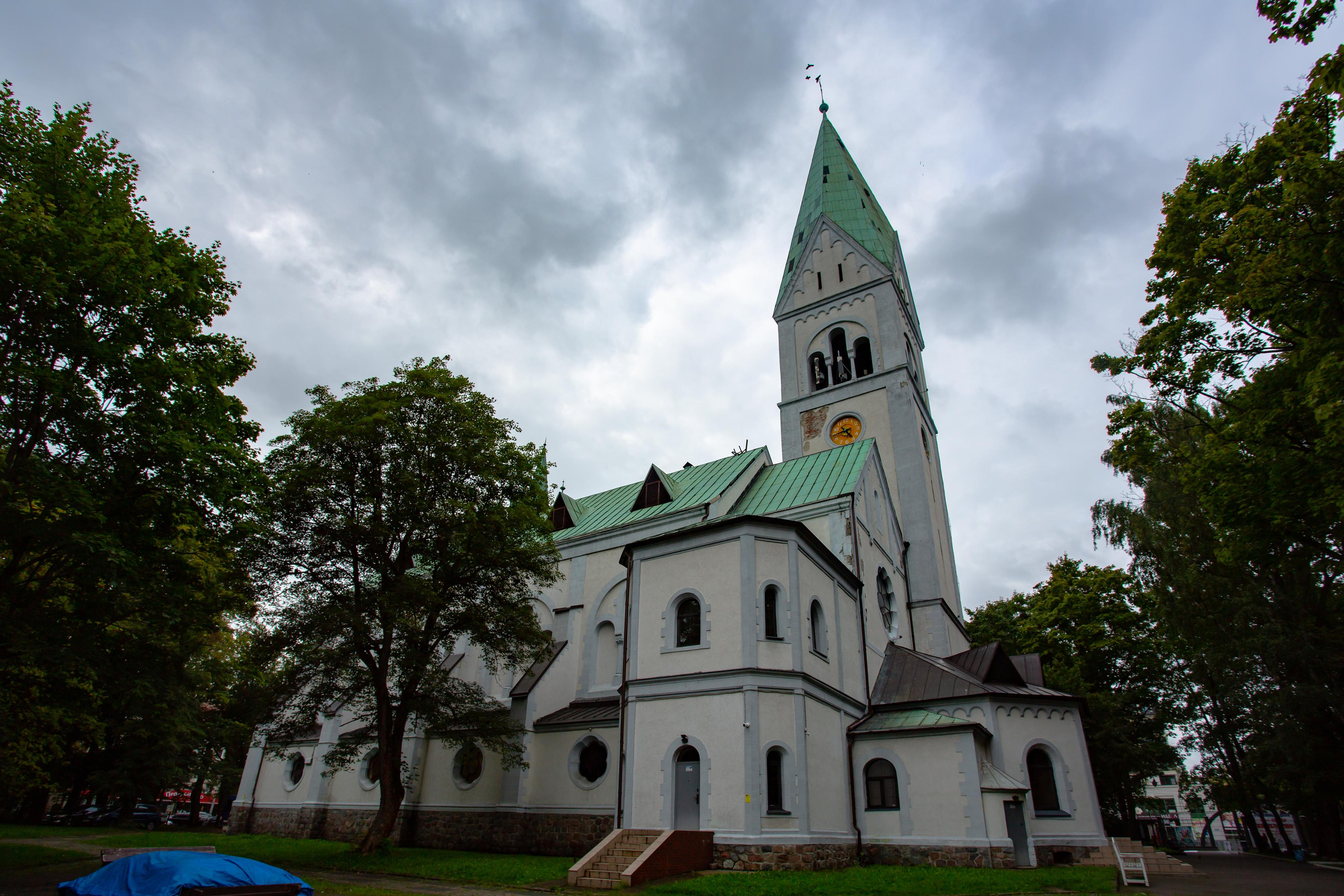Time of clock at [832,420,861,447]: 4:44
